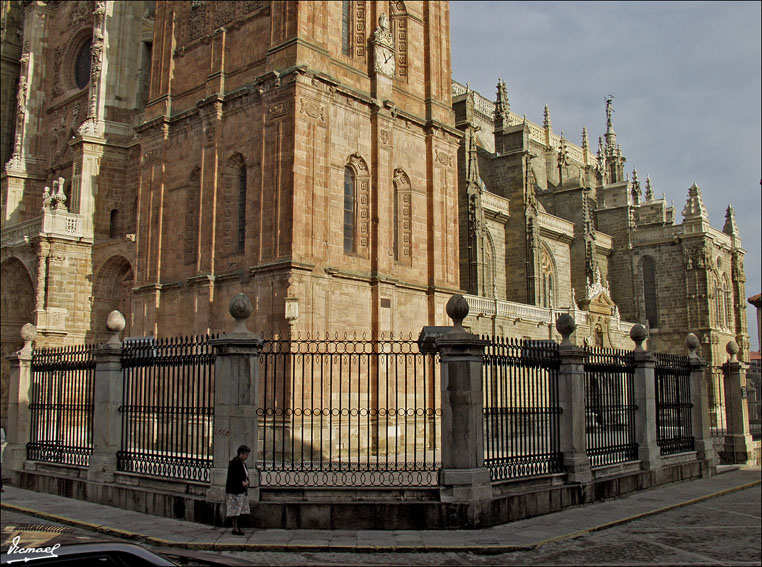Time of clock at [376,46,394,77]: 11:07
